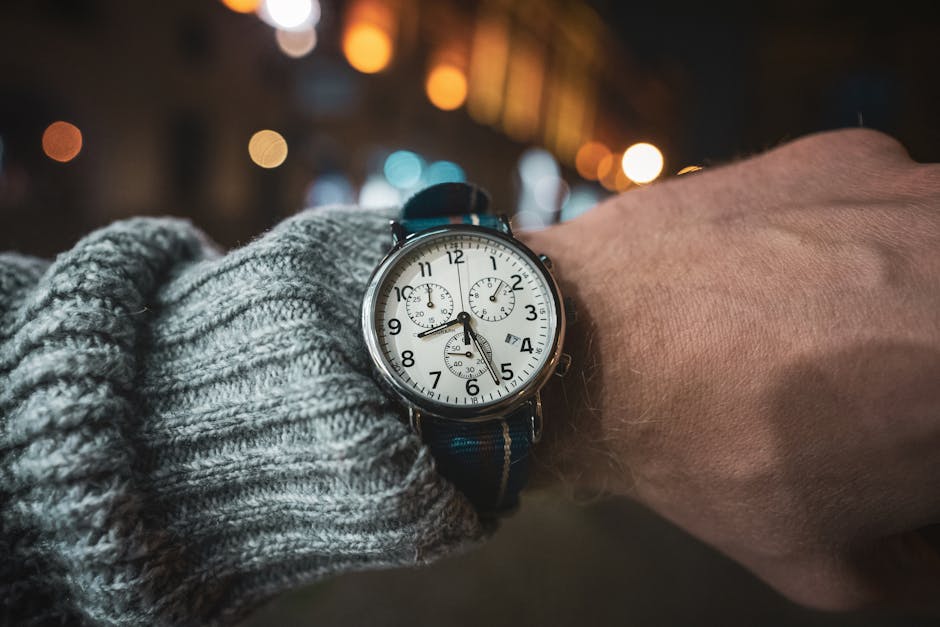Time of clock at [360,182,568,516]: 8:26
